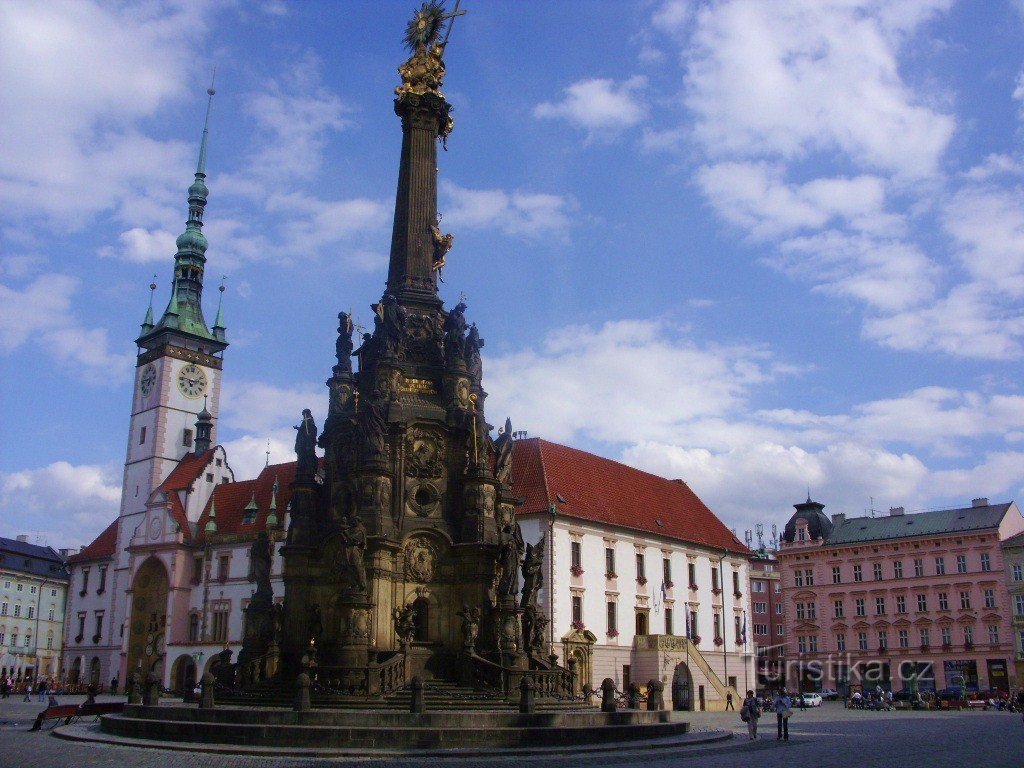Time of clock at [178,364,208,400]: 9:12
